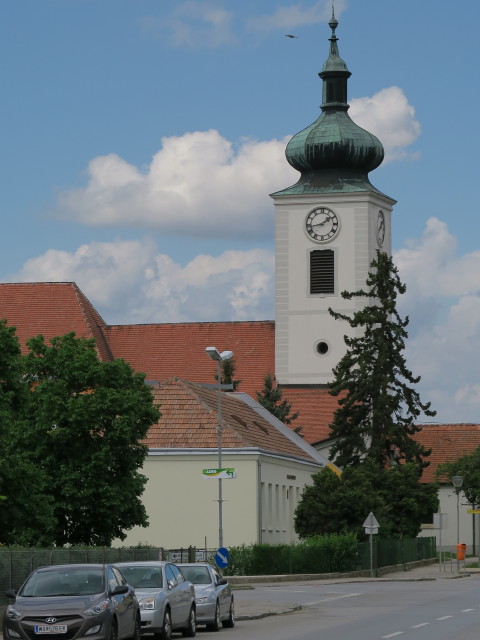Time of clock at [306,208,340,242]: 1:43
